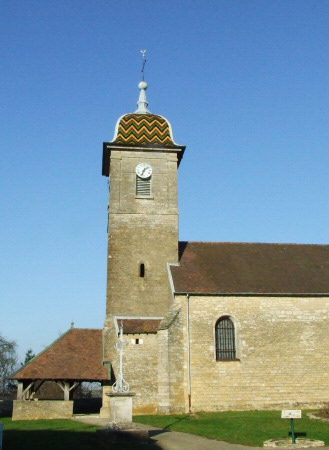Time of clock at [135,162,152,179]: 1:33
